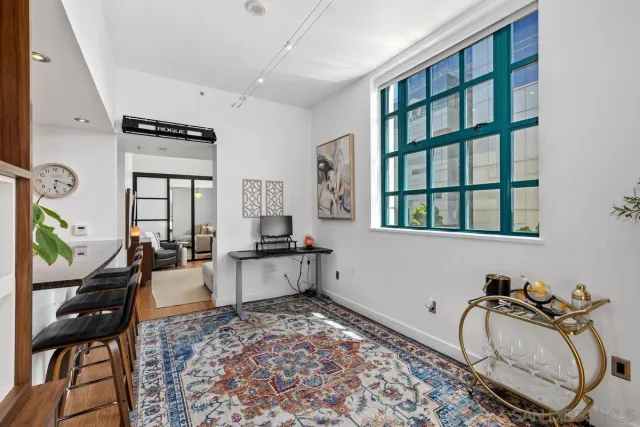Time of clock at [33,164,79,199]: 6:18
